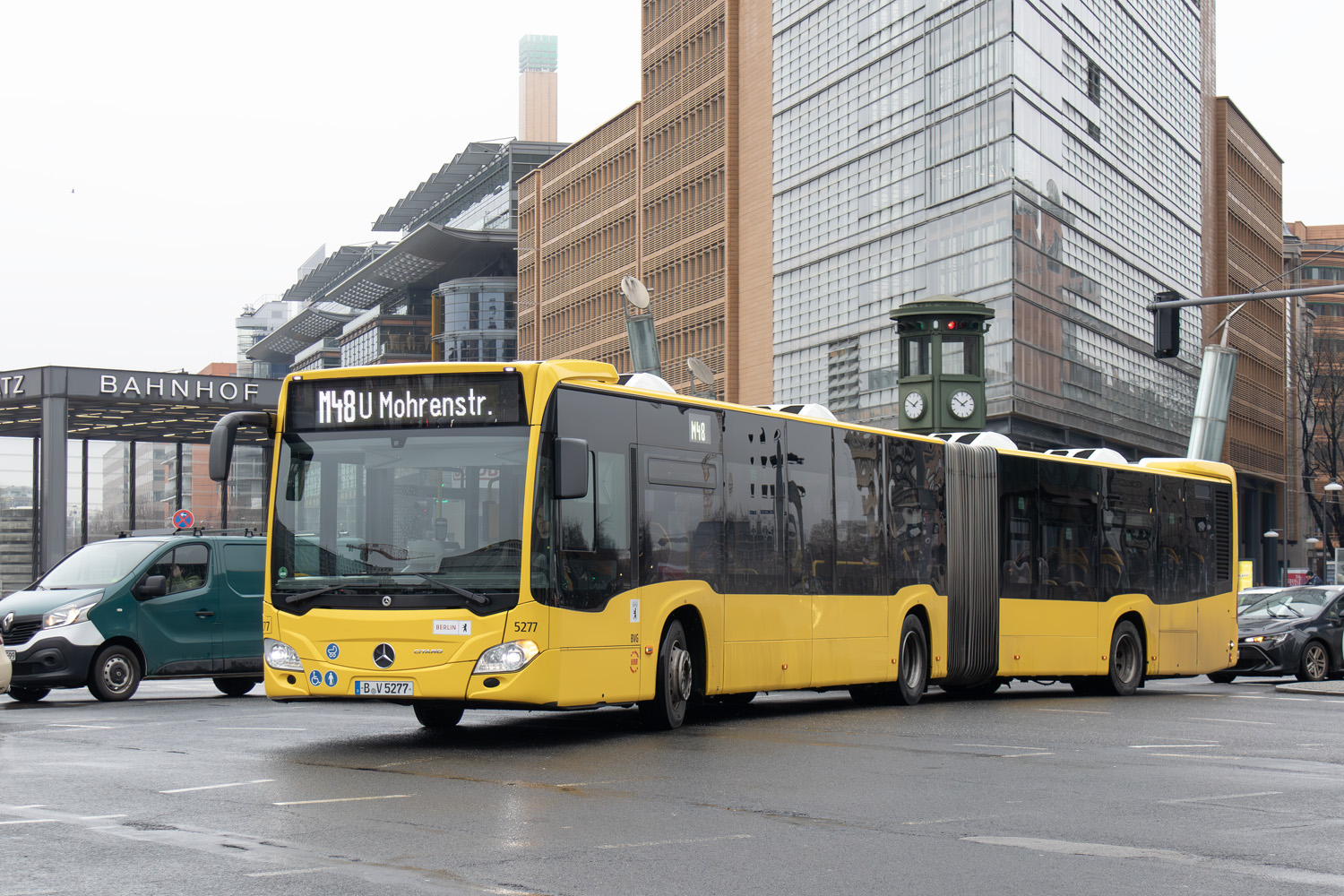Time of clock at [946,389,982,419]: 1:51
